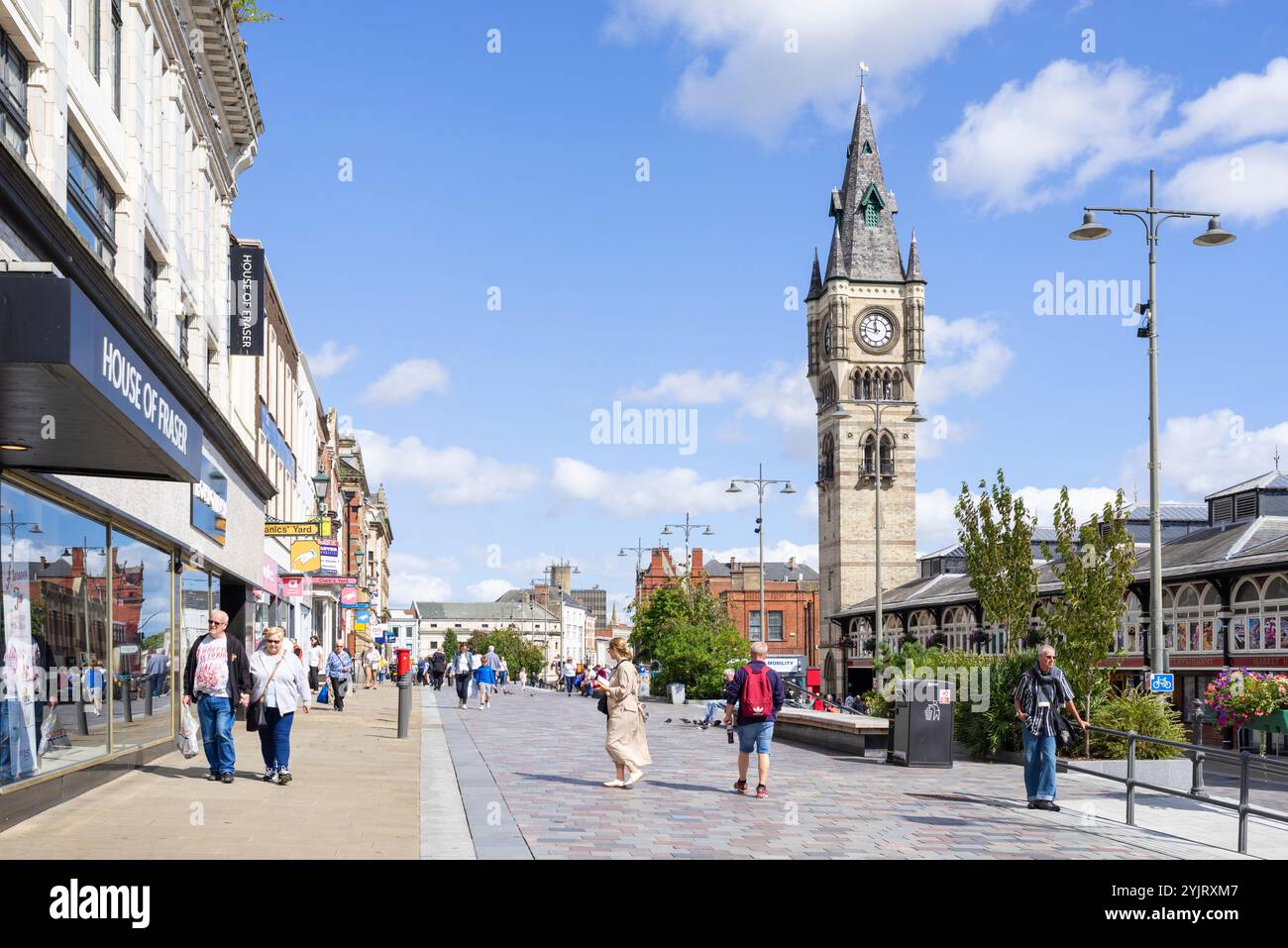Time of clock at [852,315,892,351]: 11:47
